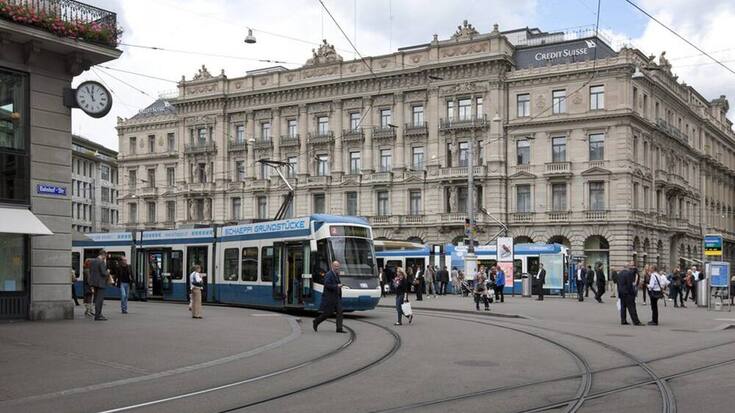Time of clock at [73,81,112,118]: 10:59
